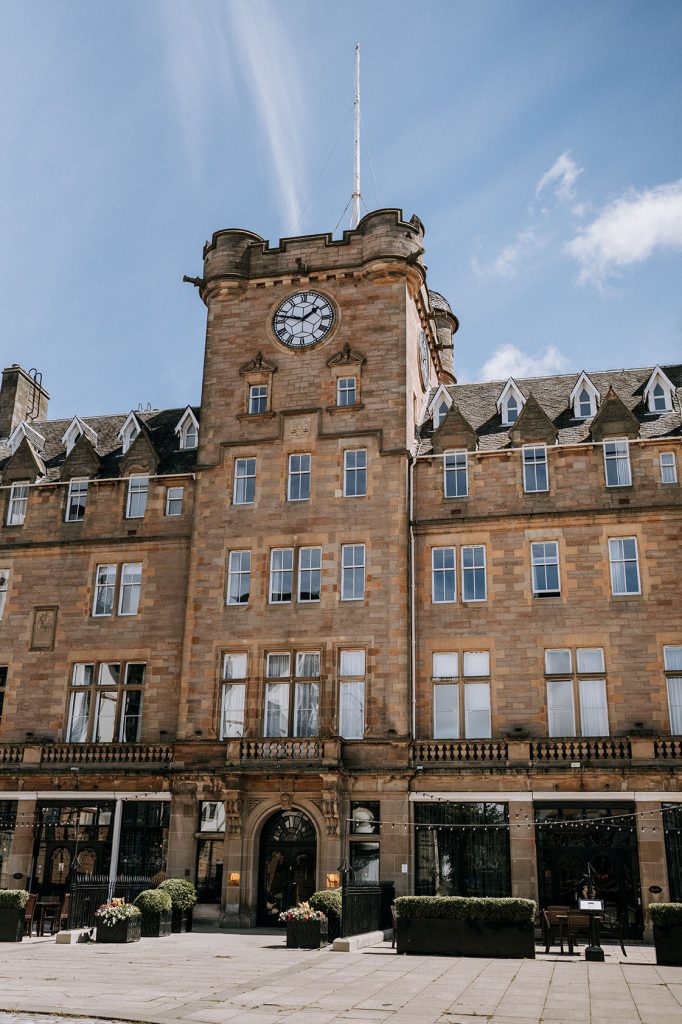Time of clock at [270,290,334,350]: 1:47
